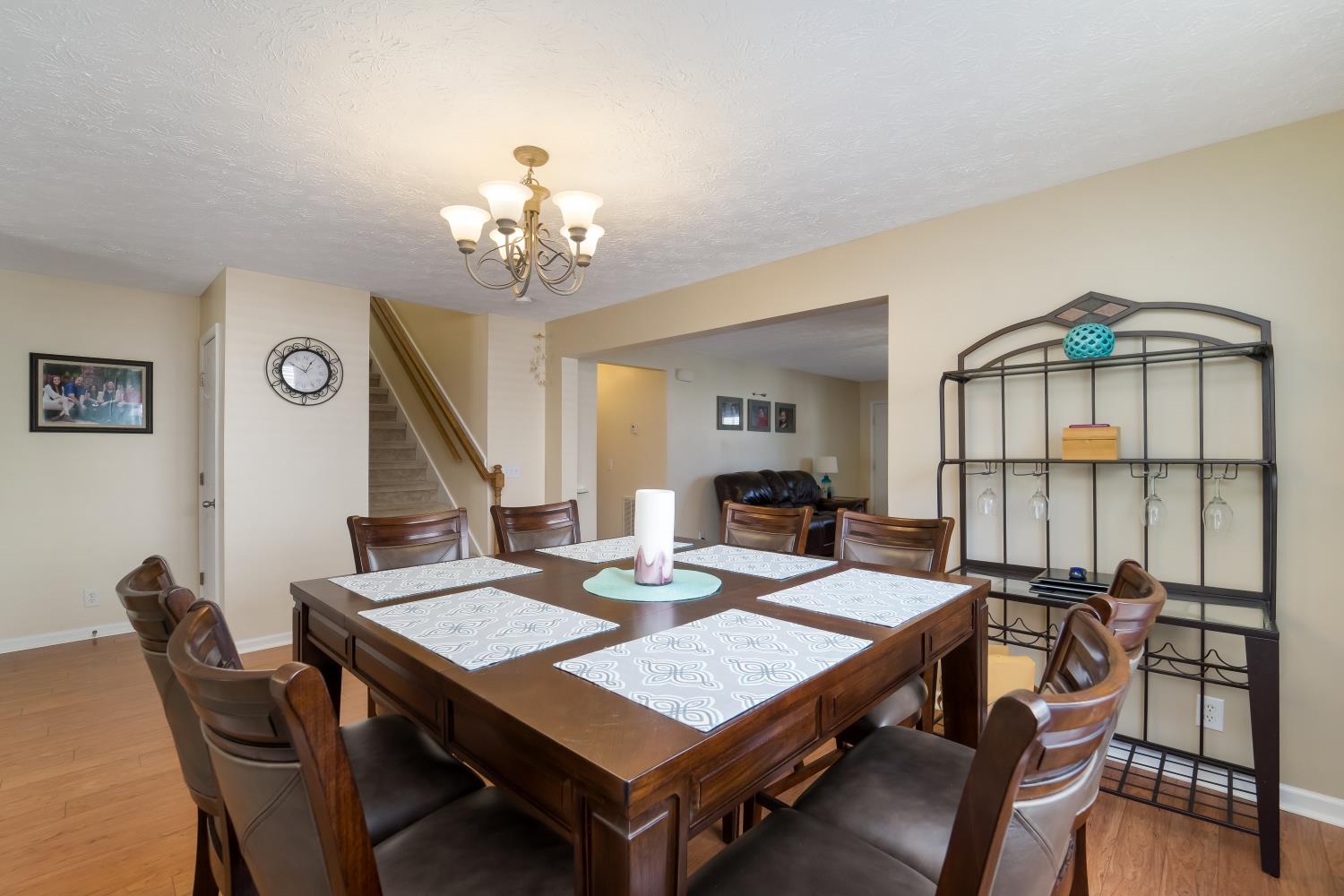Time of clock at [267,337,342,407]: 12:49
